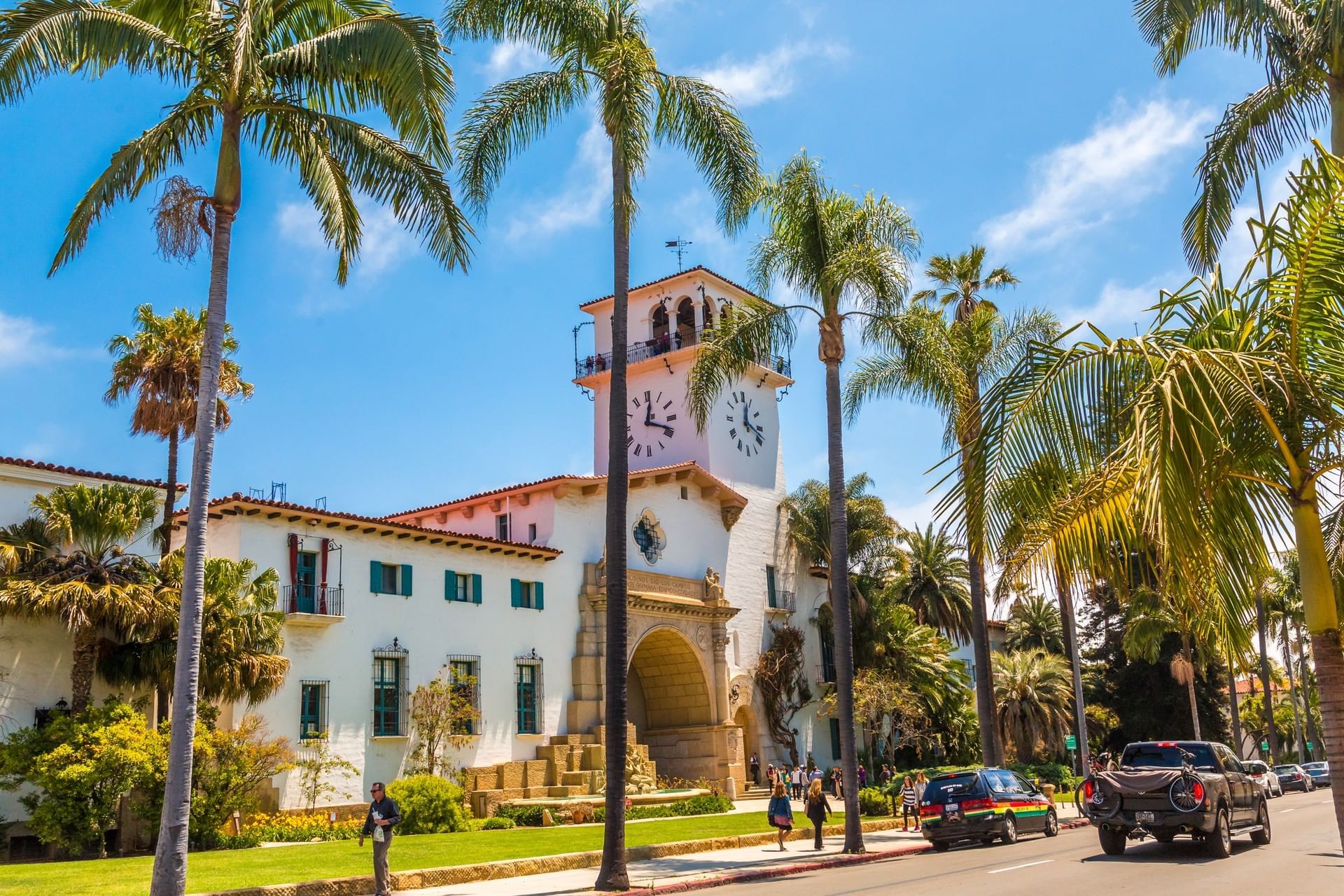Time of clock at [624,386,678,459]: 12:18
